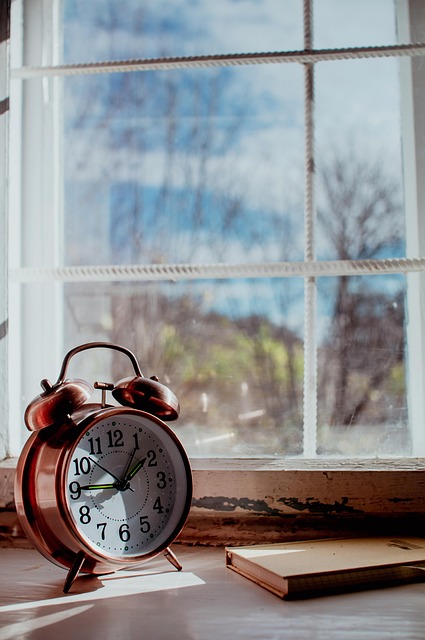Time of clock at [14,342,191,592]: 1:08
